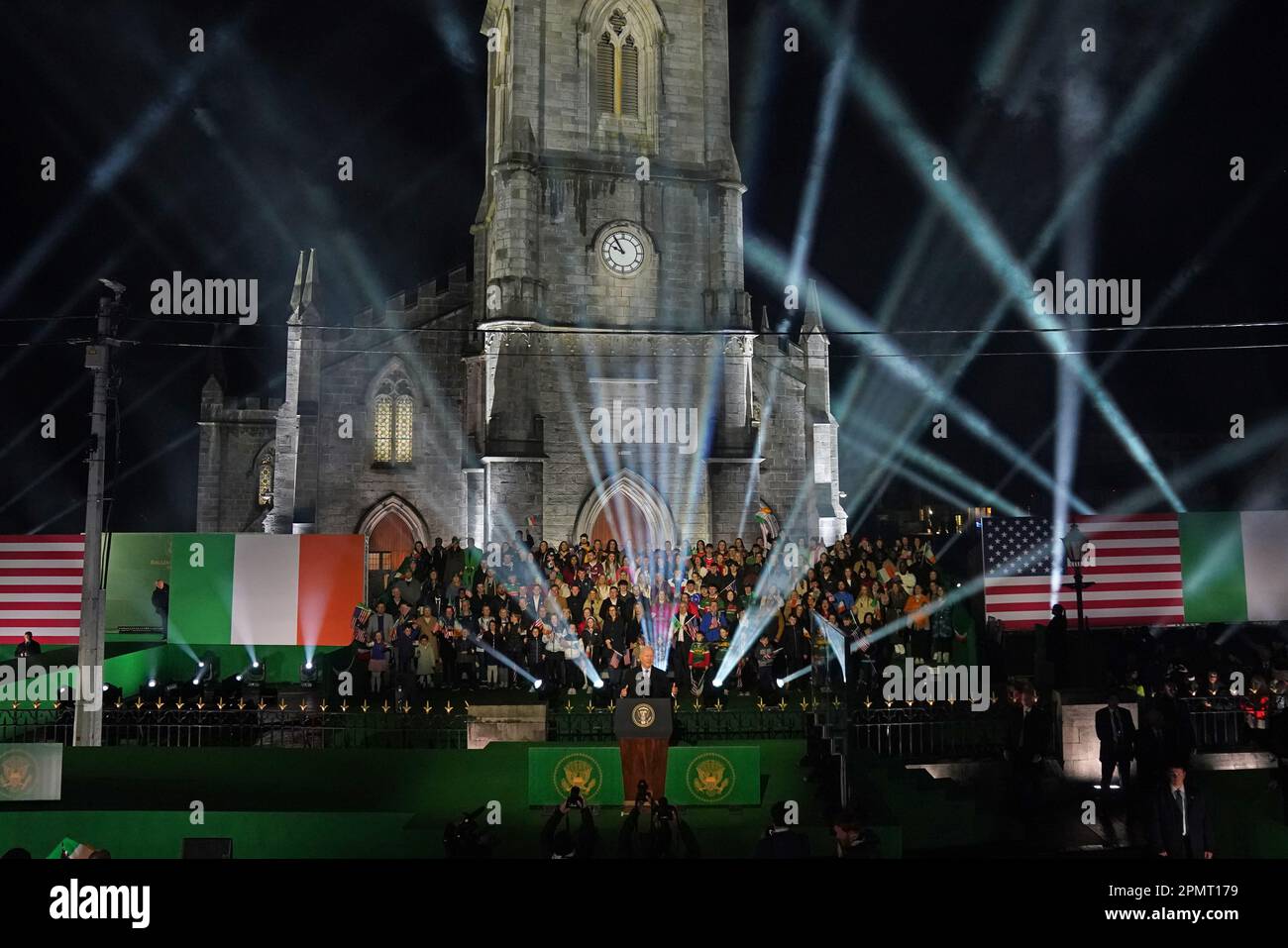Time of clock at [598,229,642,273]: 9:54
